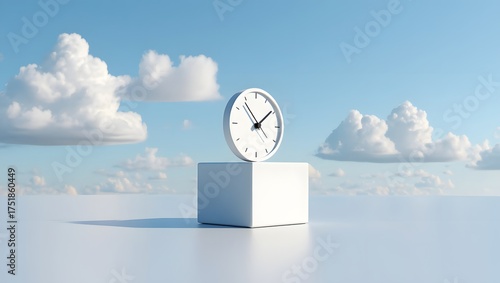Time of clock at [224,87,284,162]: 1:53
